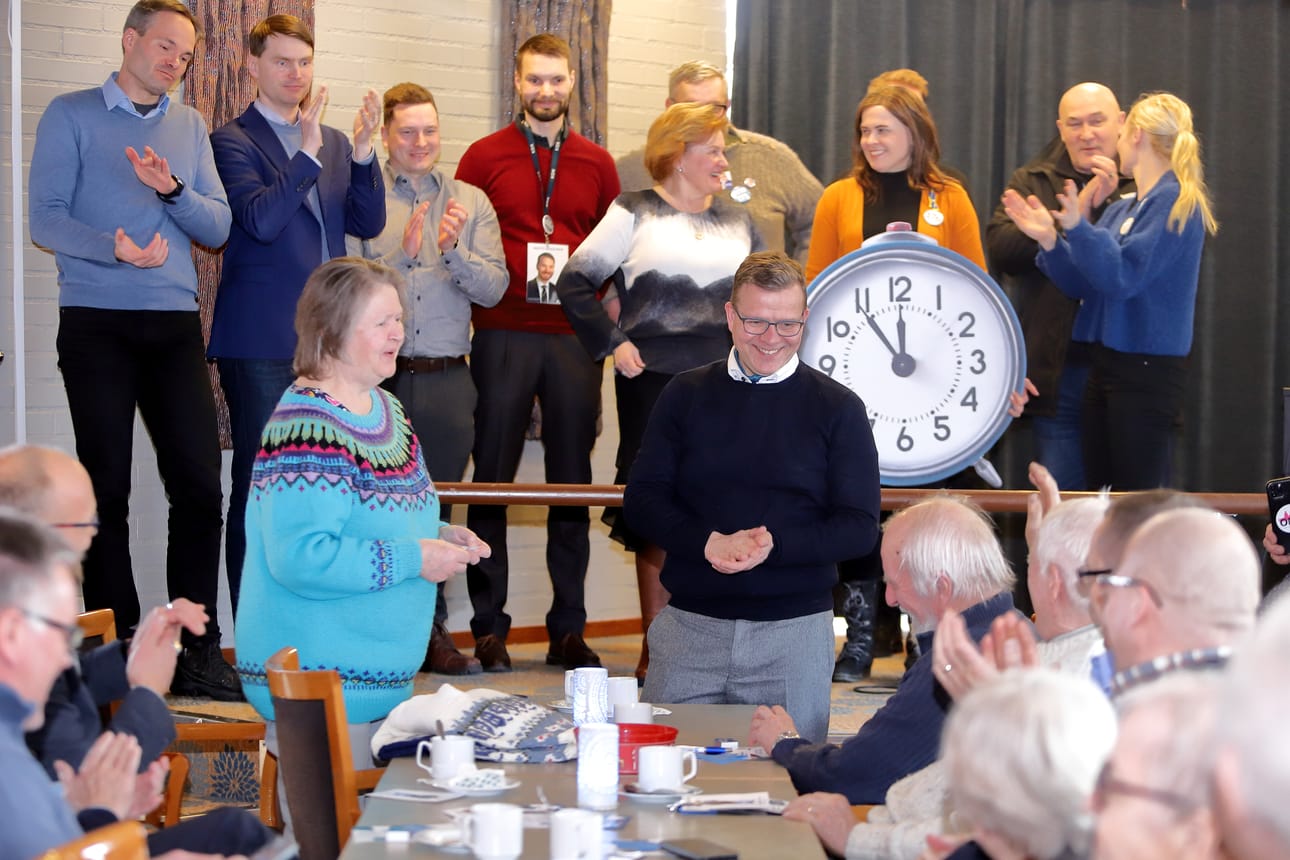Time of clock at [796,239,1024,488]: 11:54
